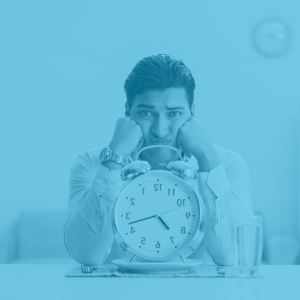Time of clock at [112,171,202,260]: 4:42
